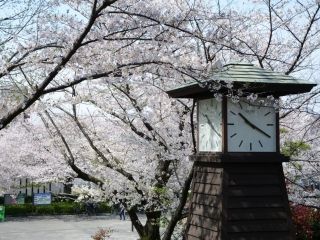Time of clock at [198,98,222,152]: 10:20
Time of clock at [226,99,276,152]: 10:19
